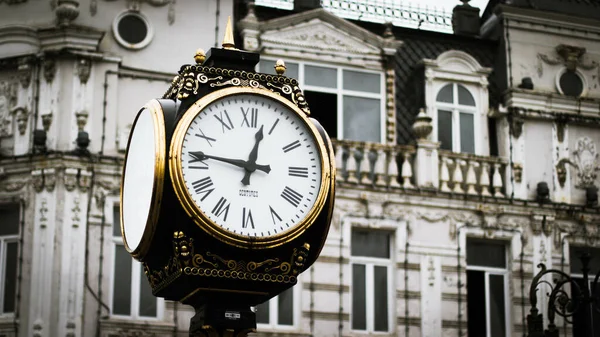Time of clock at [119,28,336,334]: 12:46
